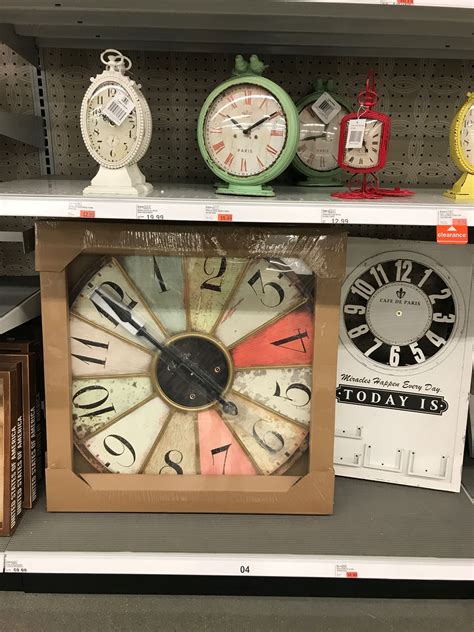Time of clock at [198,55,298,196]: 10:09
